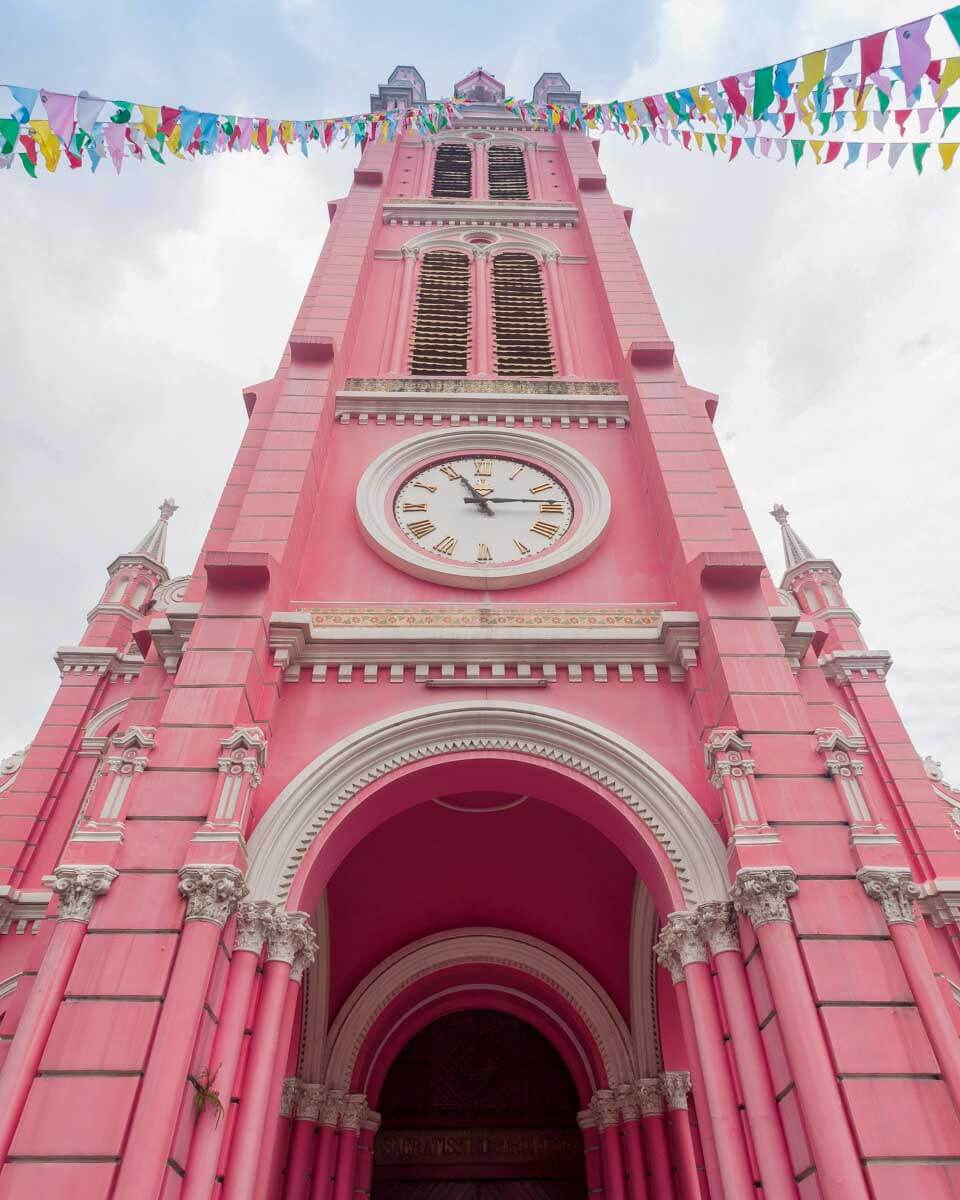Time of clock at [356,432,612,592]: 11:13
